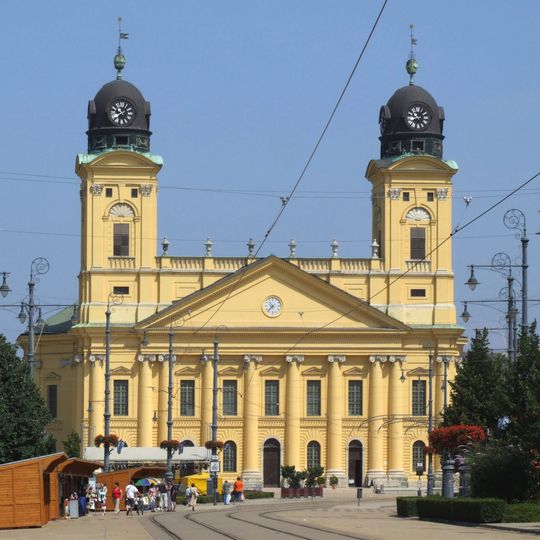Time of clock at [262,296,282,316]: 10:37
